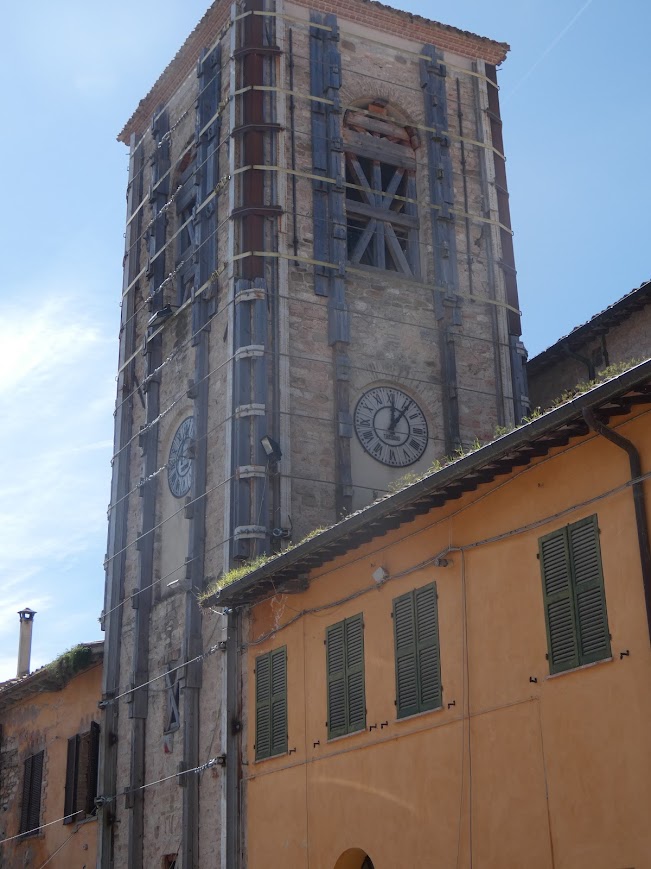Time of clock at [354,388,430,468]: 12:06
